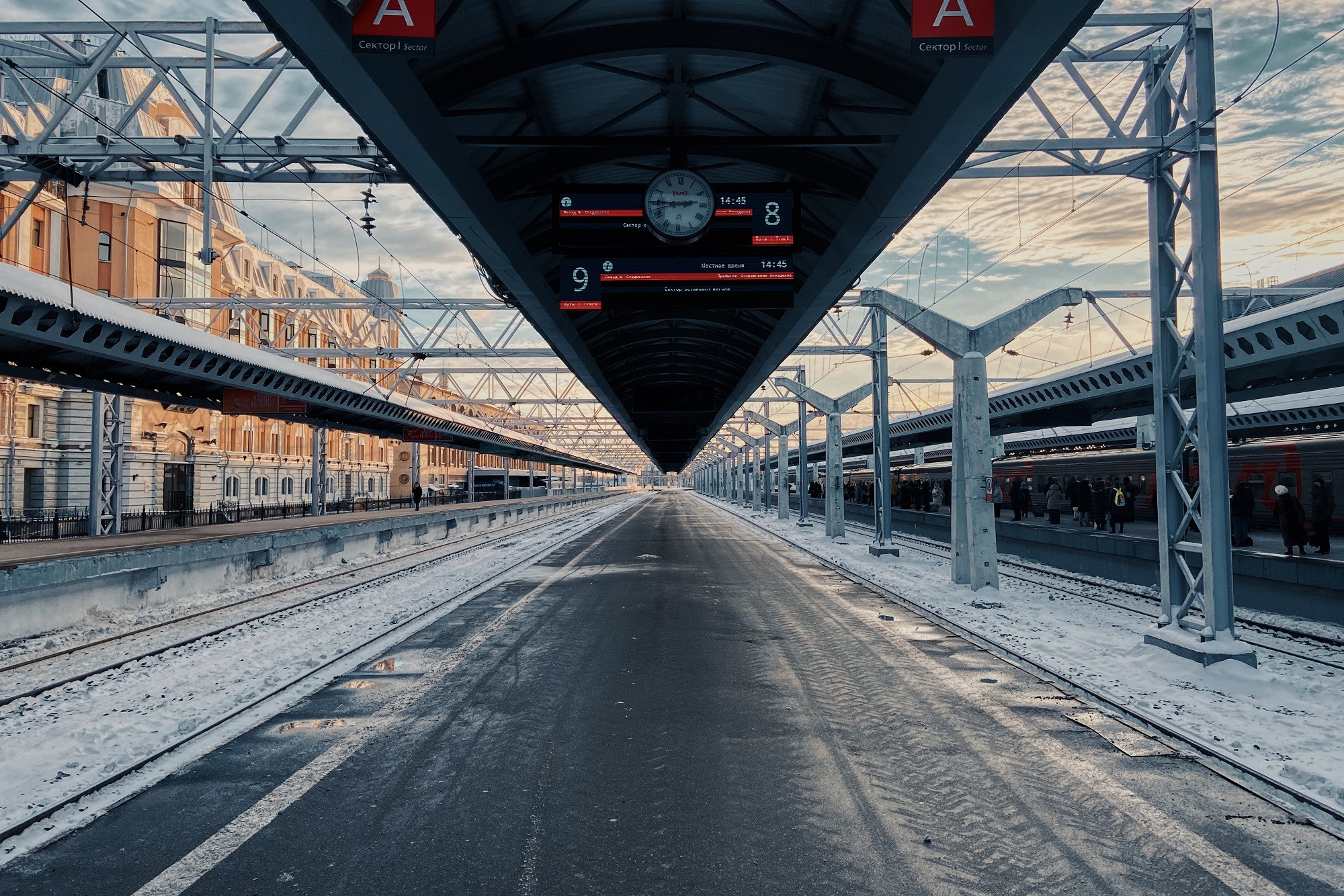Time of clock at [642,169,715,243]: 2:45
